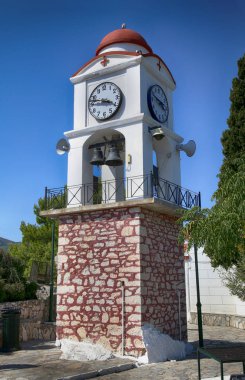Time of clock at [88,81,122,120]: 3:47
